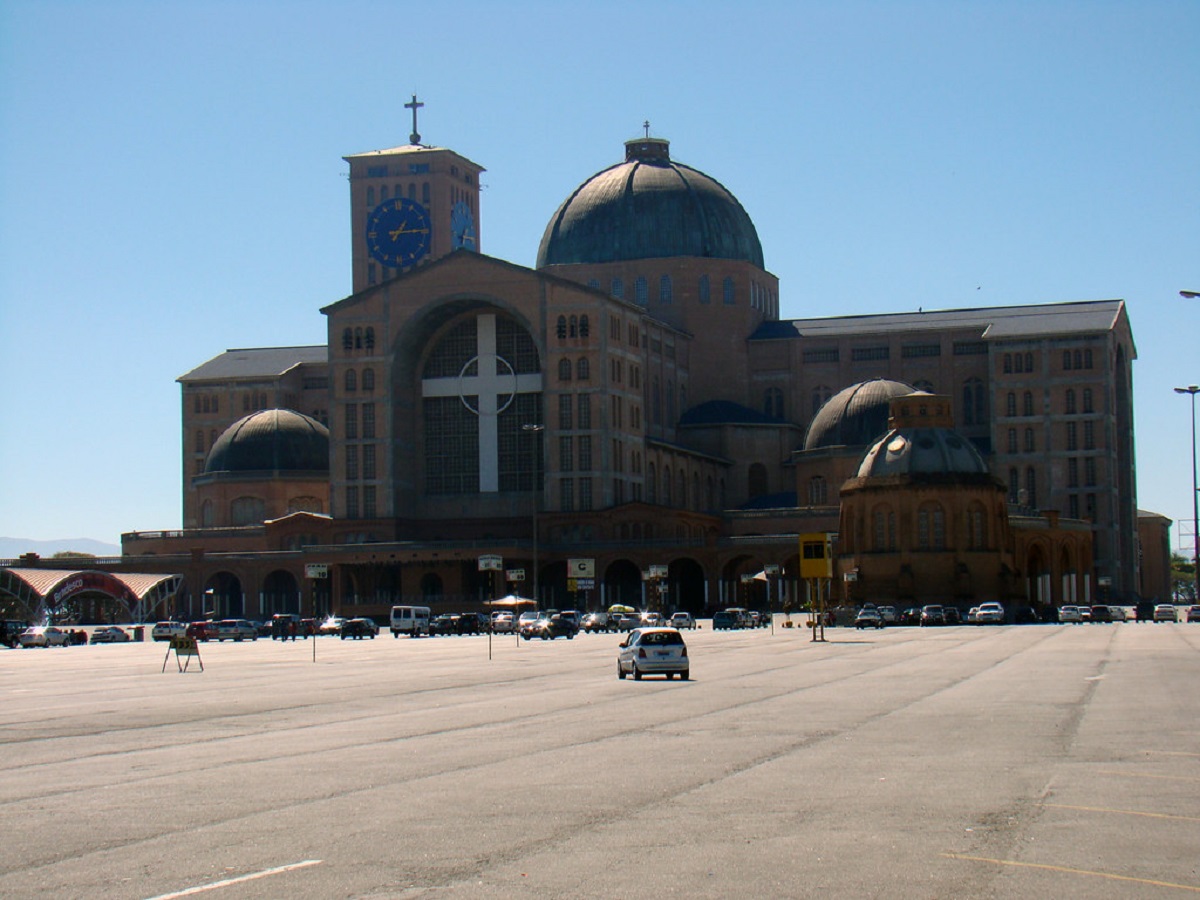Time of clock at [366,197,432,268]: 1:14
